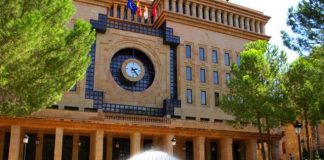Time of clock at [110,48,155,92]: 2:23
